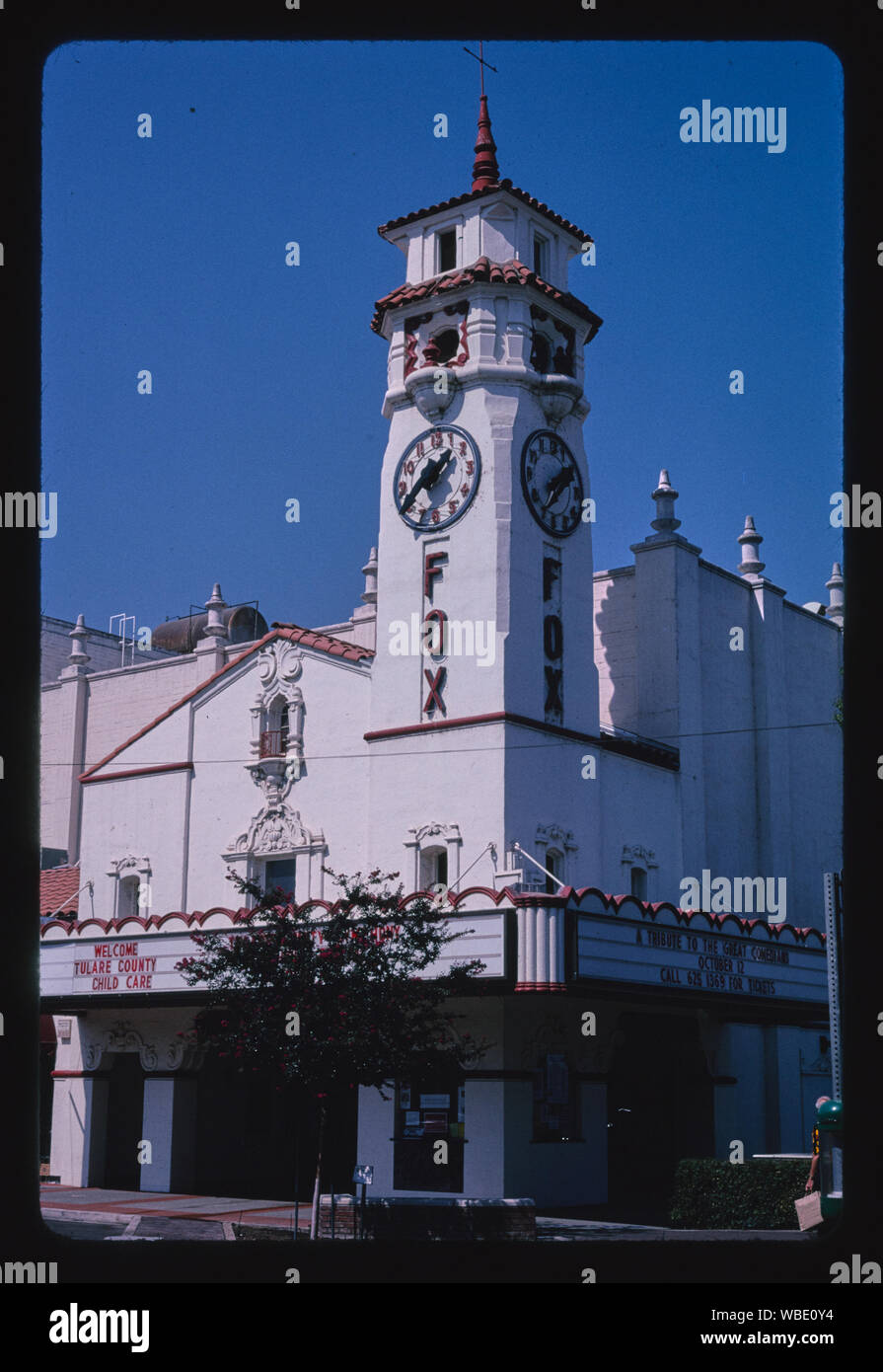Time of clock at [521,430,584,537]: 1:36
